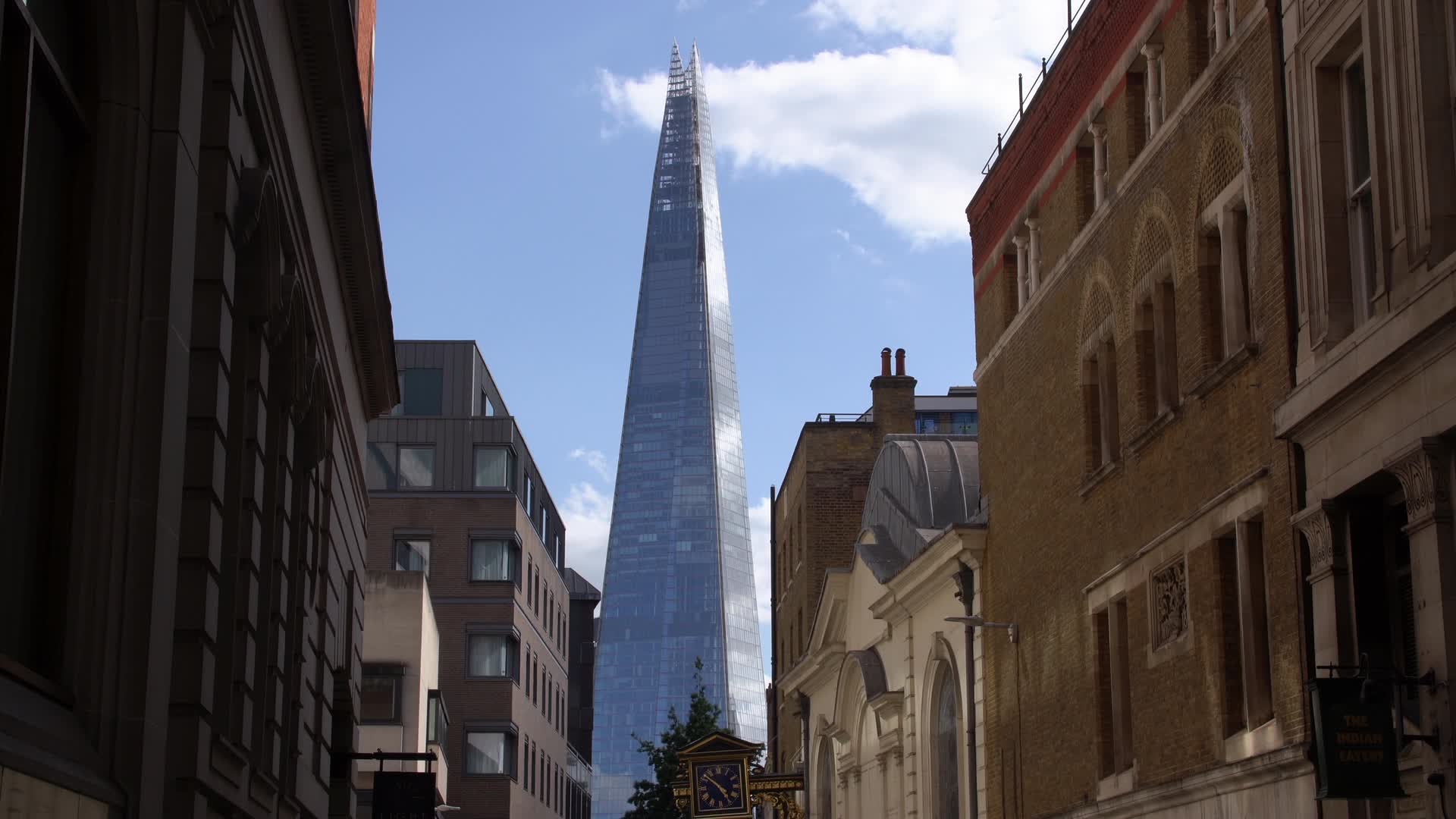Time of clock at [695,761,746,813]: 4:51
